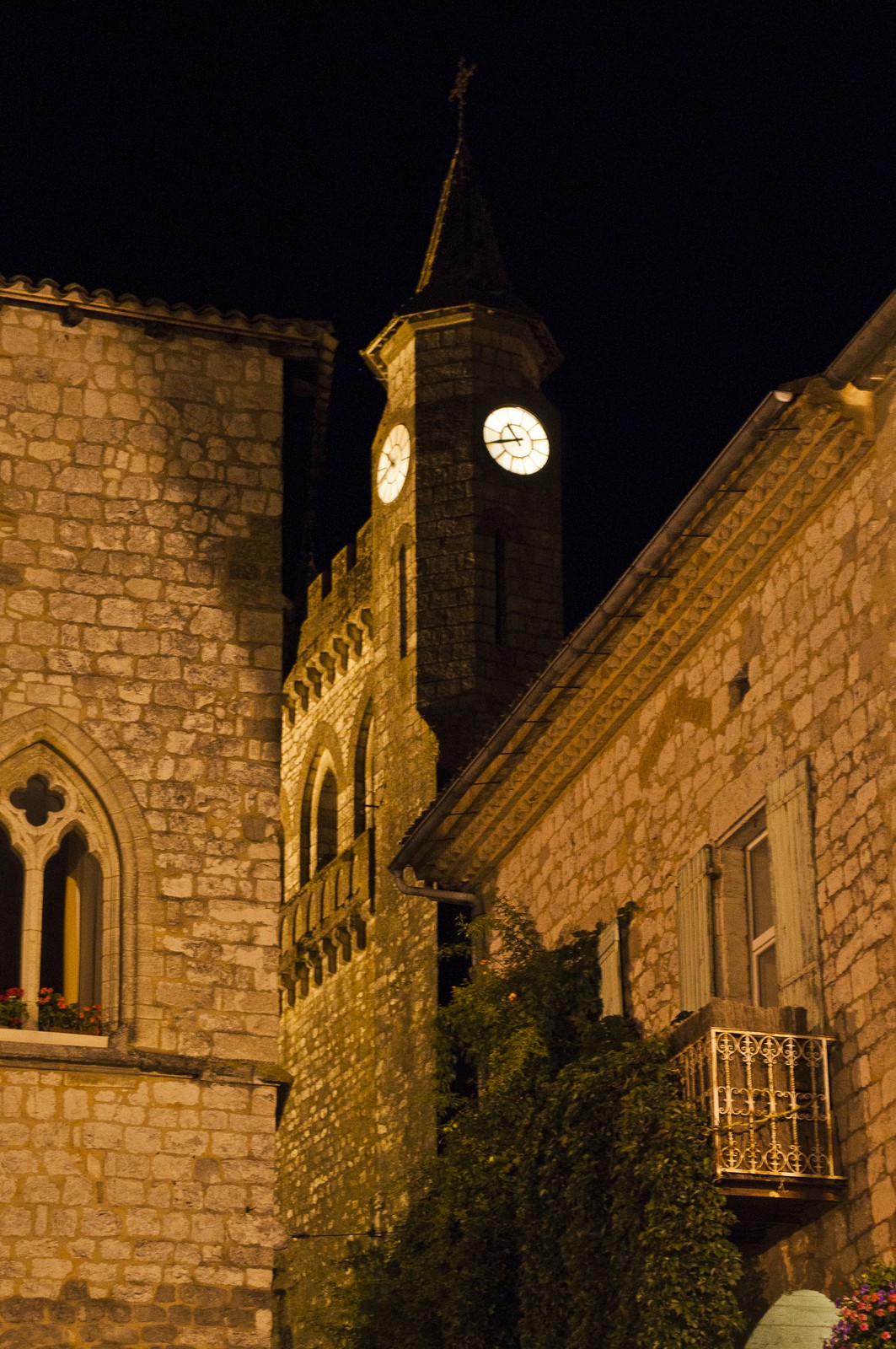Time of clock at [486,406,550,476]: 10:44
